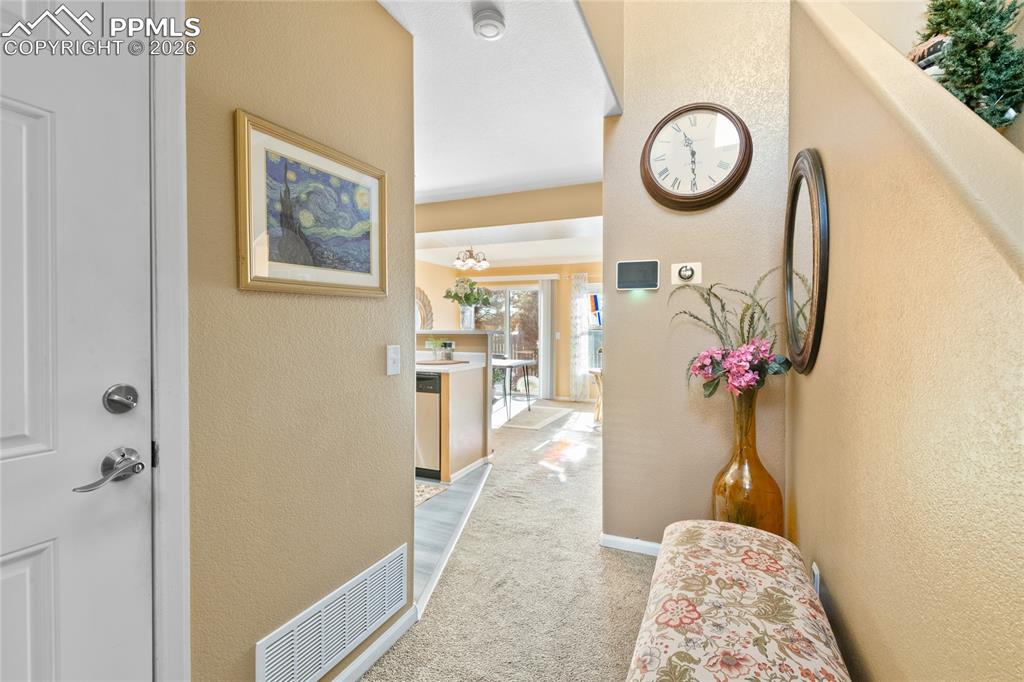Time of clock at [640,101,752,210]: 11:29
